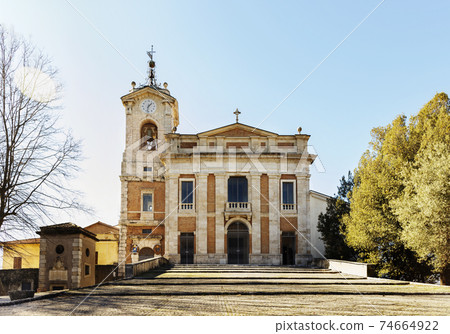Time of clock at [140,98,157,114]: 1:32
